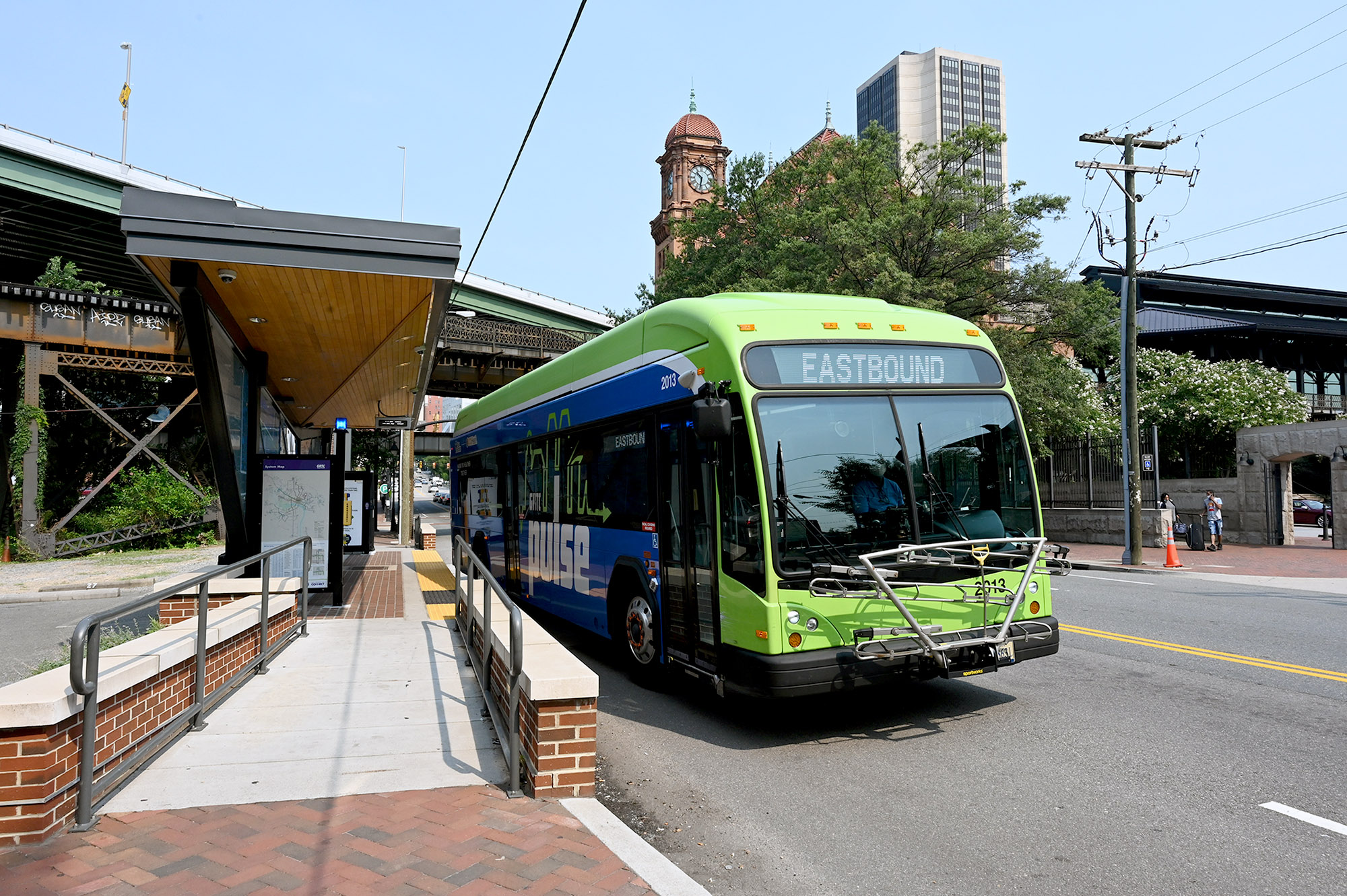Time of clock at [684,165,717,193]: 10:32
